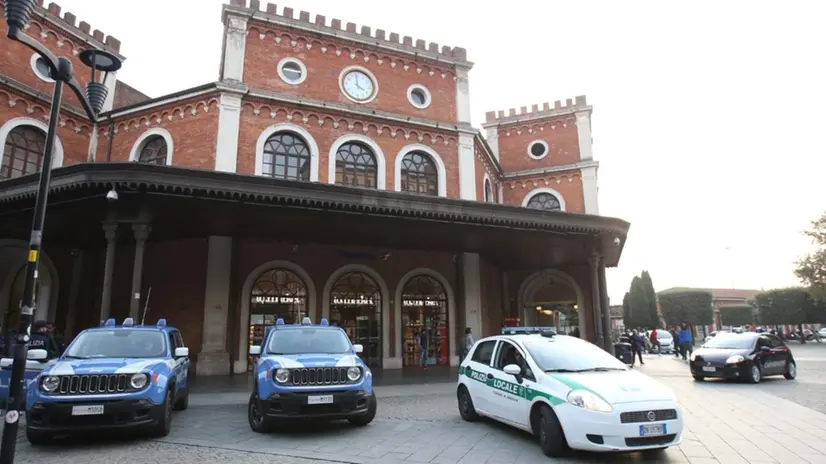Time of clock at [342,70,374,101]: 3:58
